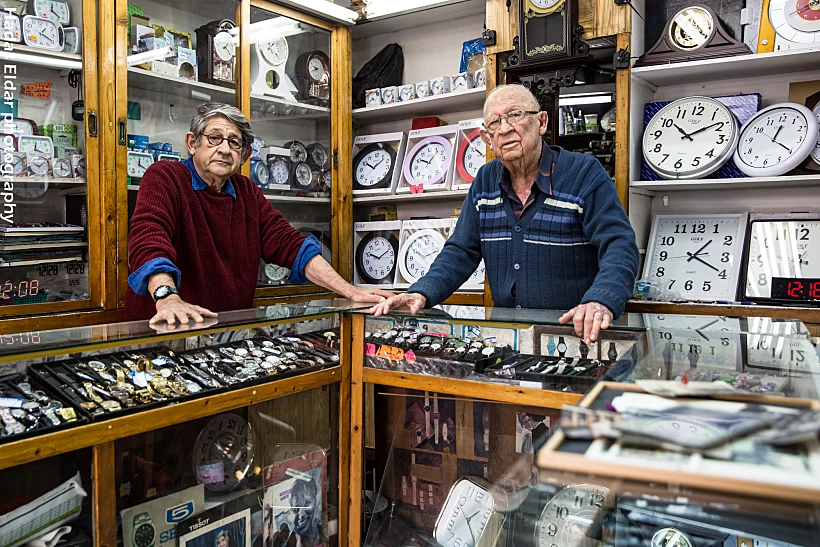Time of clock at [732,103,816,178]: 12:19
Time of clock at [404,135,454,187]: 10:07
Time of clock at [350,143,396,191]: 10:07
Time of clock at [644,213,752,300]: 1:19
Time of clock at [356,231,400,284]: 10:12
